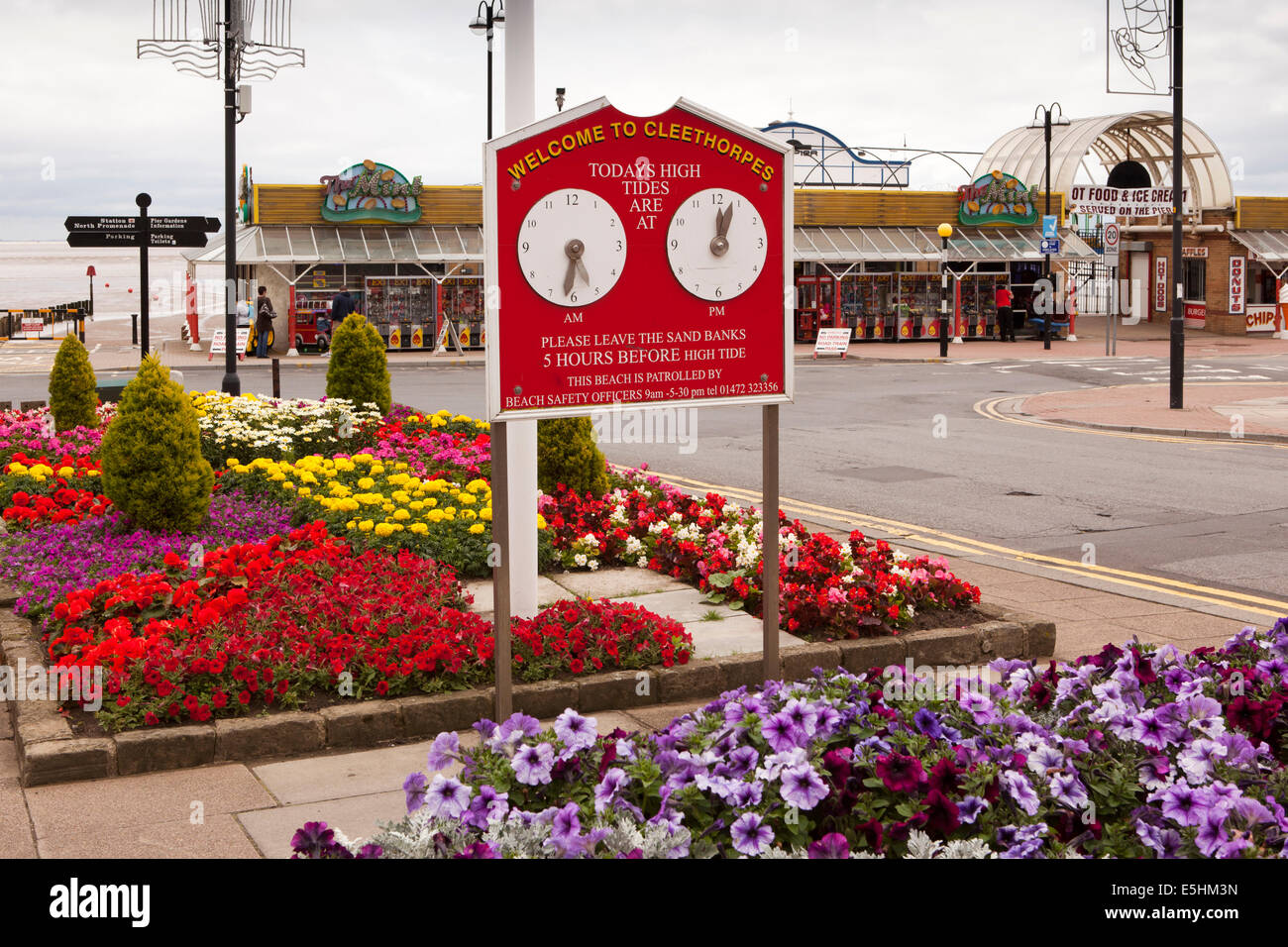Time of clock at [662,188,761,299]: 12:03
